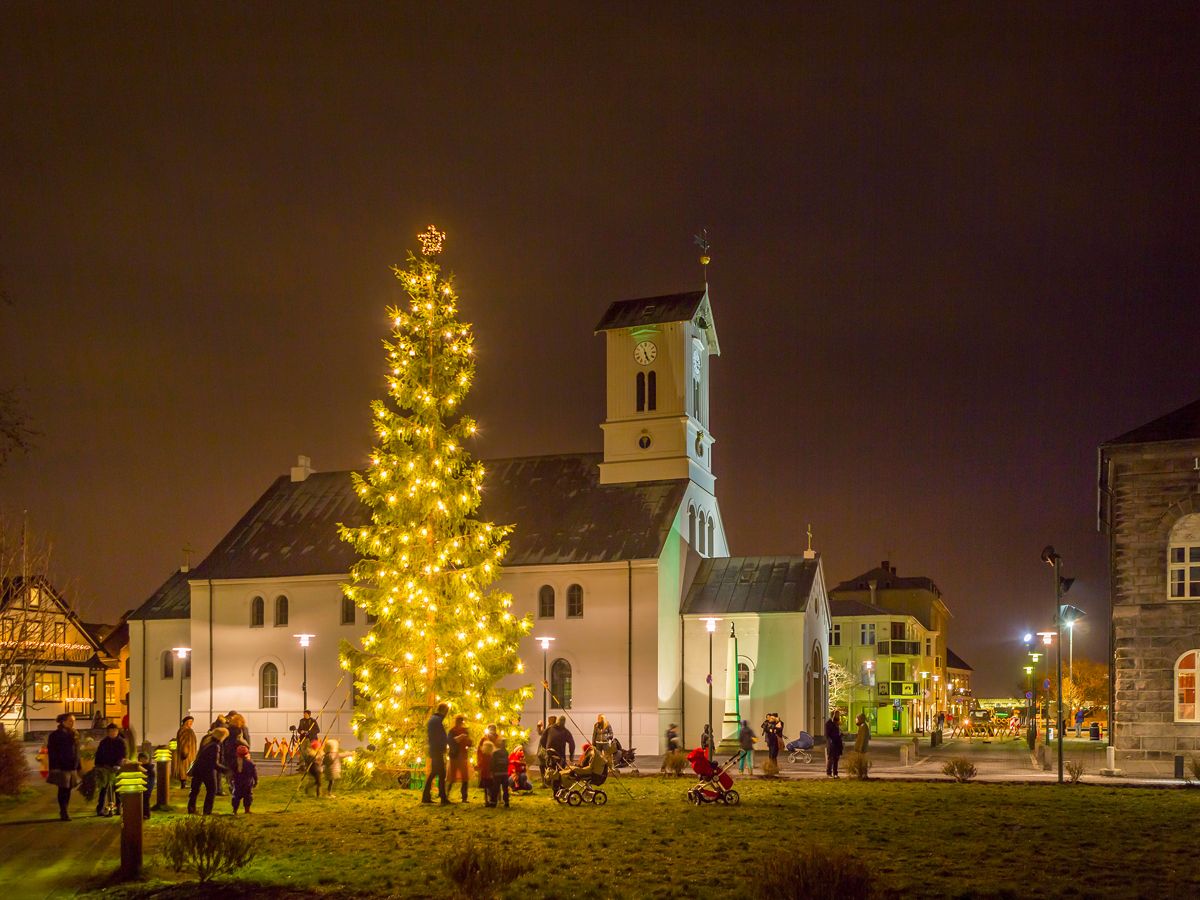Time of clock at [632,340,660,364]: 5:26
